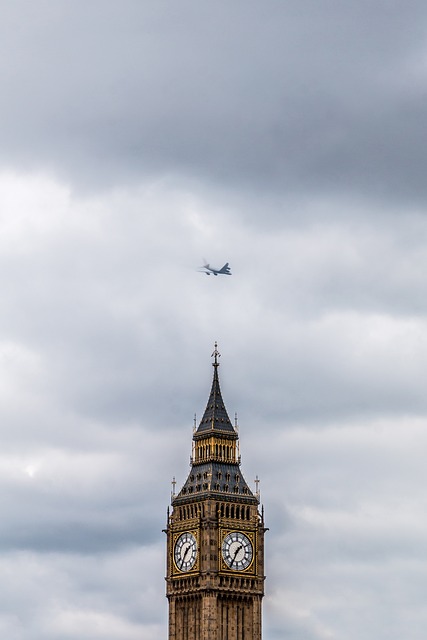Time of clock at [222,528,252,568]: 1:34
